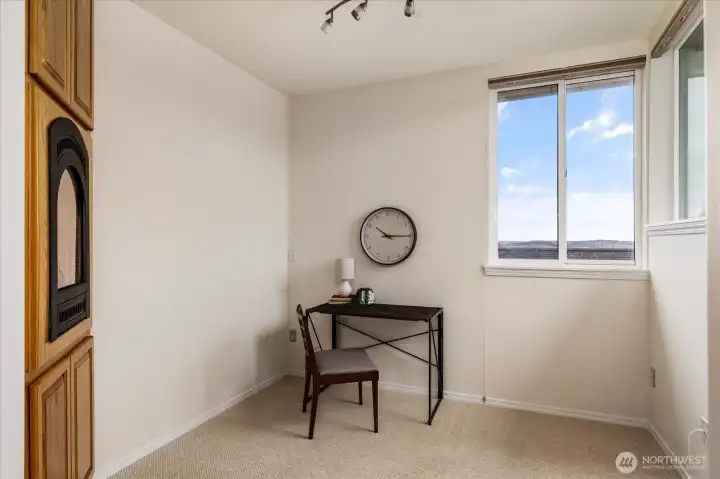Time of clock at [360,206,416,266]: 10:15
